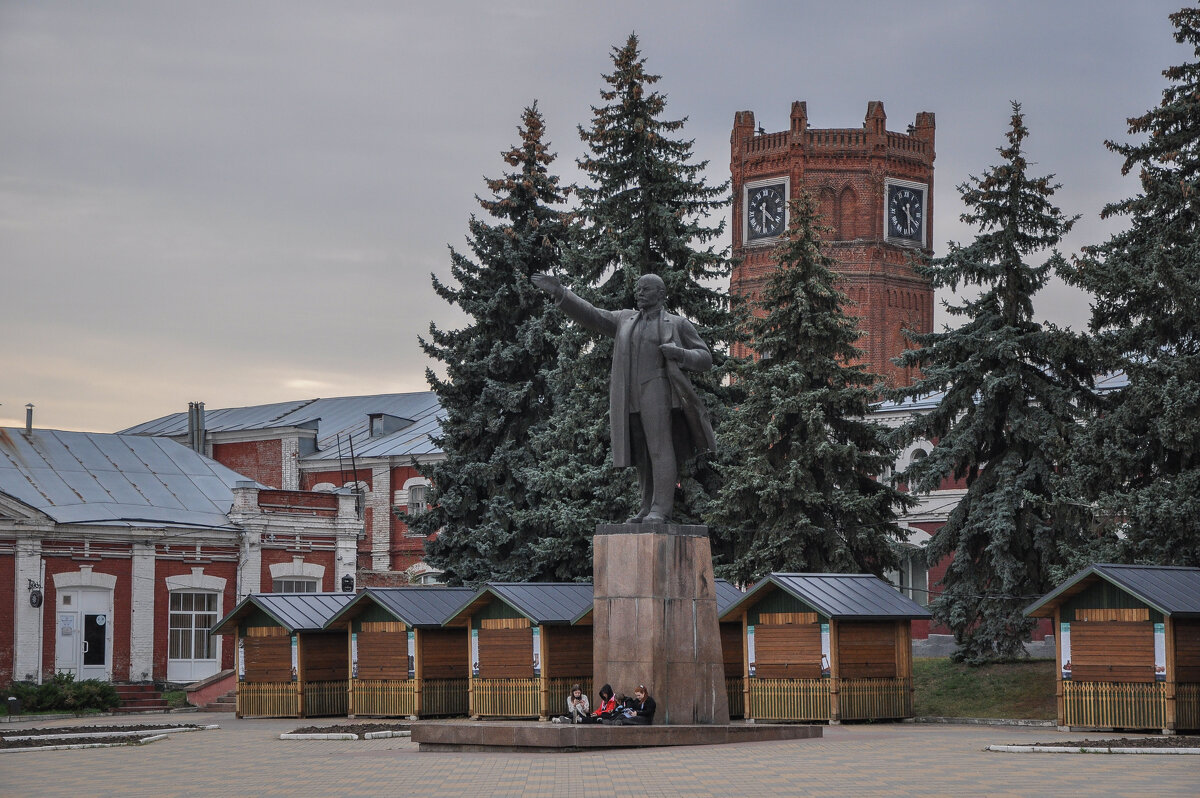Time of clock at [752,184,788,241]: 4:31
